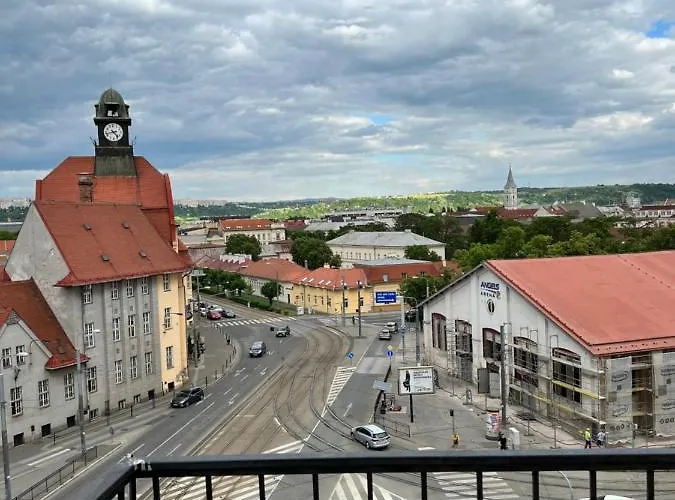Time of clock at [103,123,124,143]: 4:42
